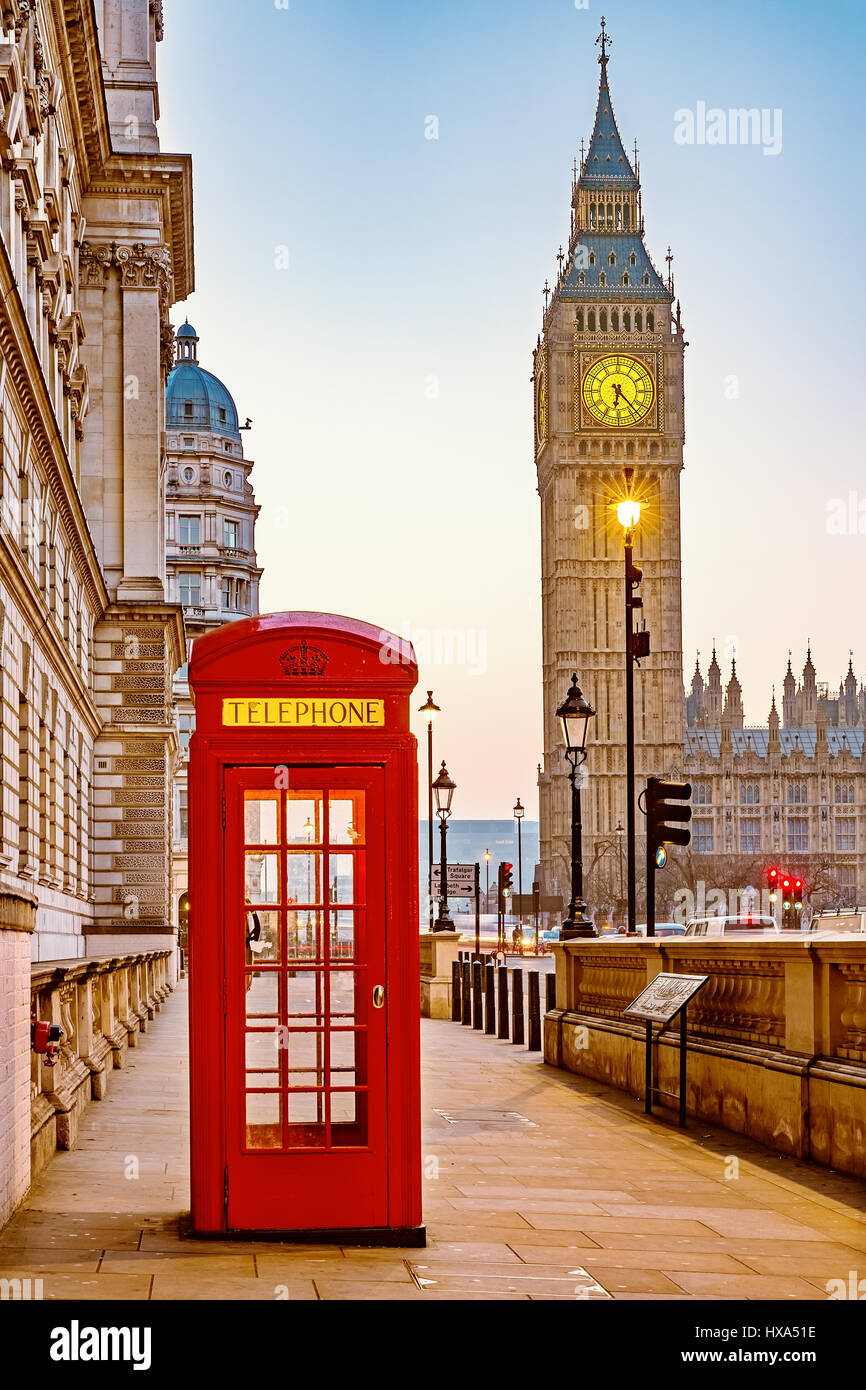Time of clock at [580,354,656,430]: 6:23
